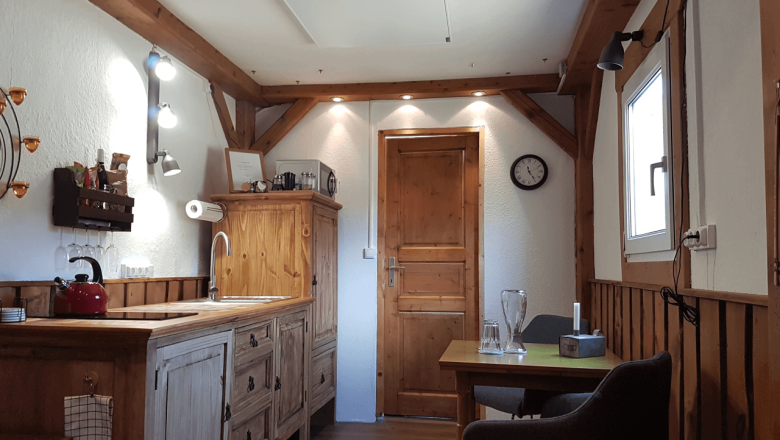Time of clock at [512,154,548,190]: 11:24
